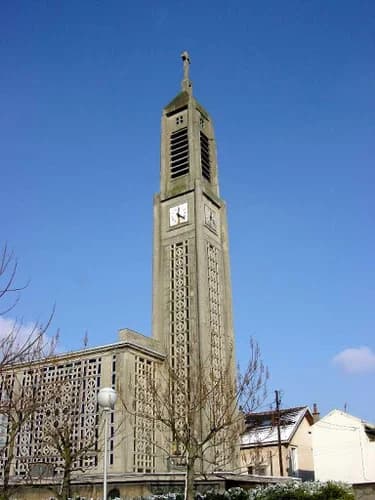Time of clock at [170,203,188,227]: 12:21
